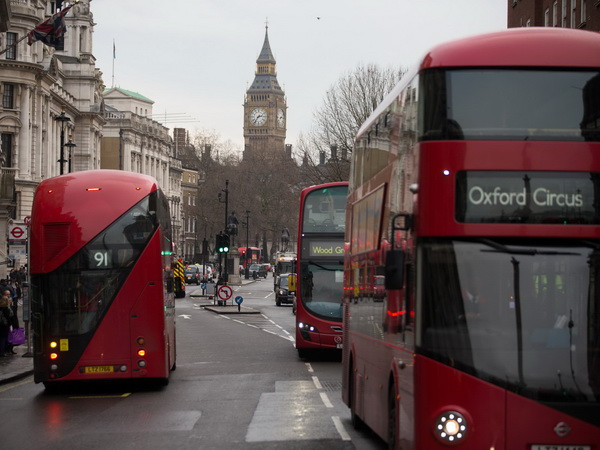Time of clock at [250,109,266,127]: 2:36
